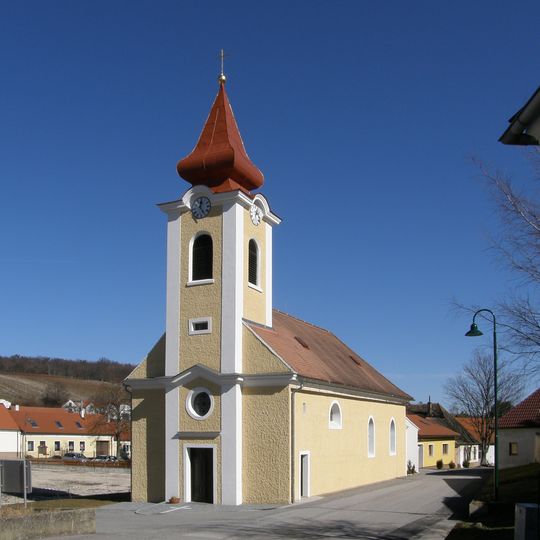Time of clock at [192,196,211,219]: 12:24
